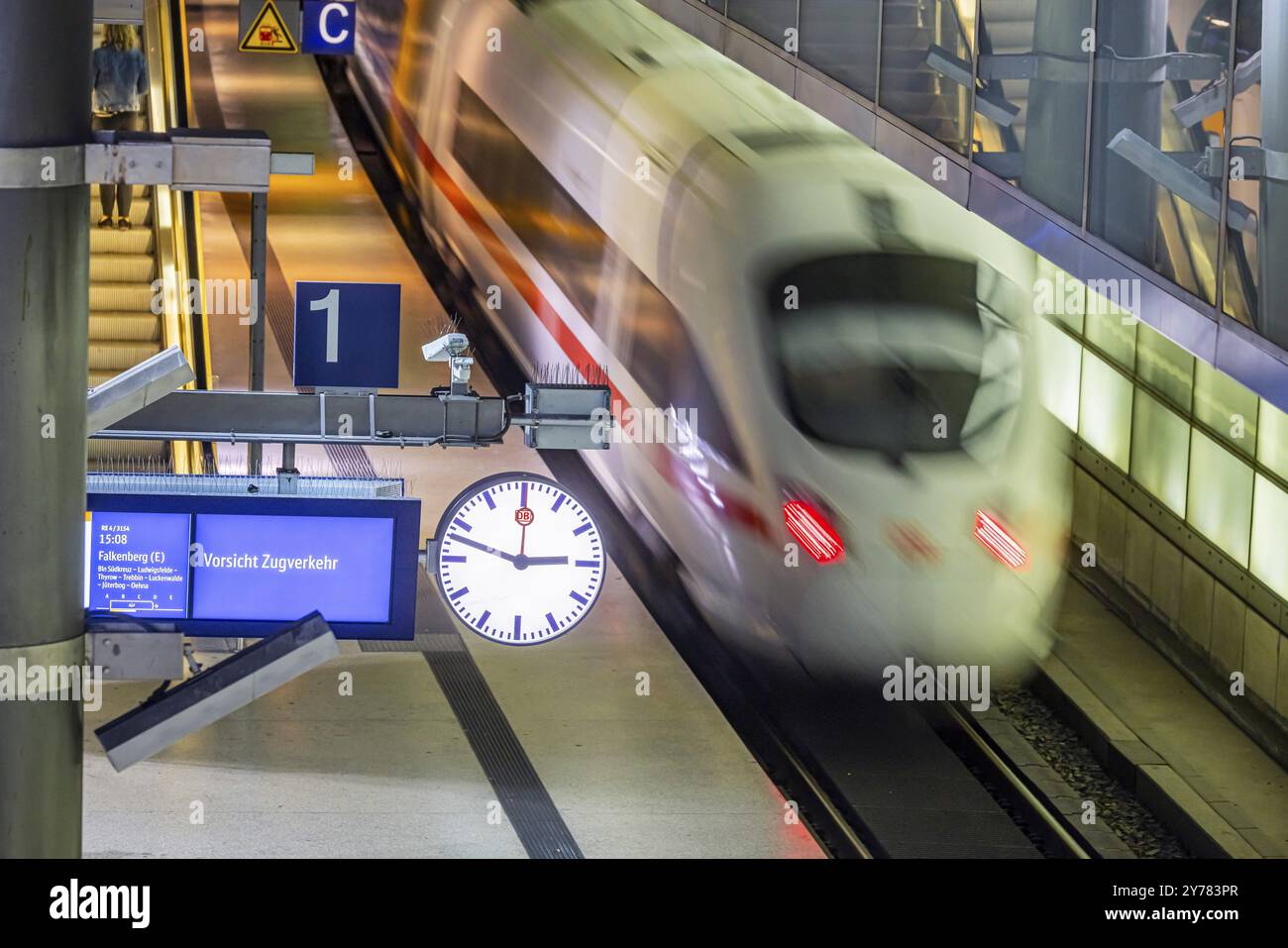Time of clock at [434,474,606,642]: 2:48
